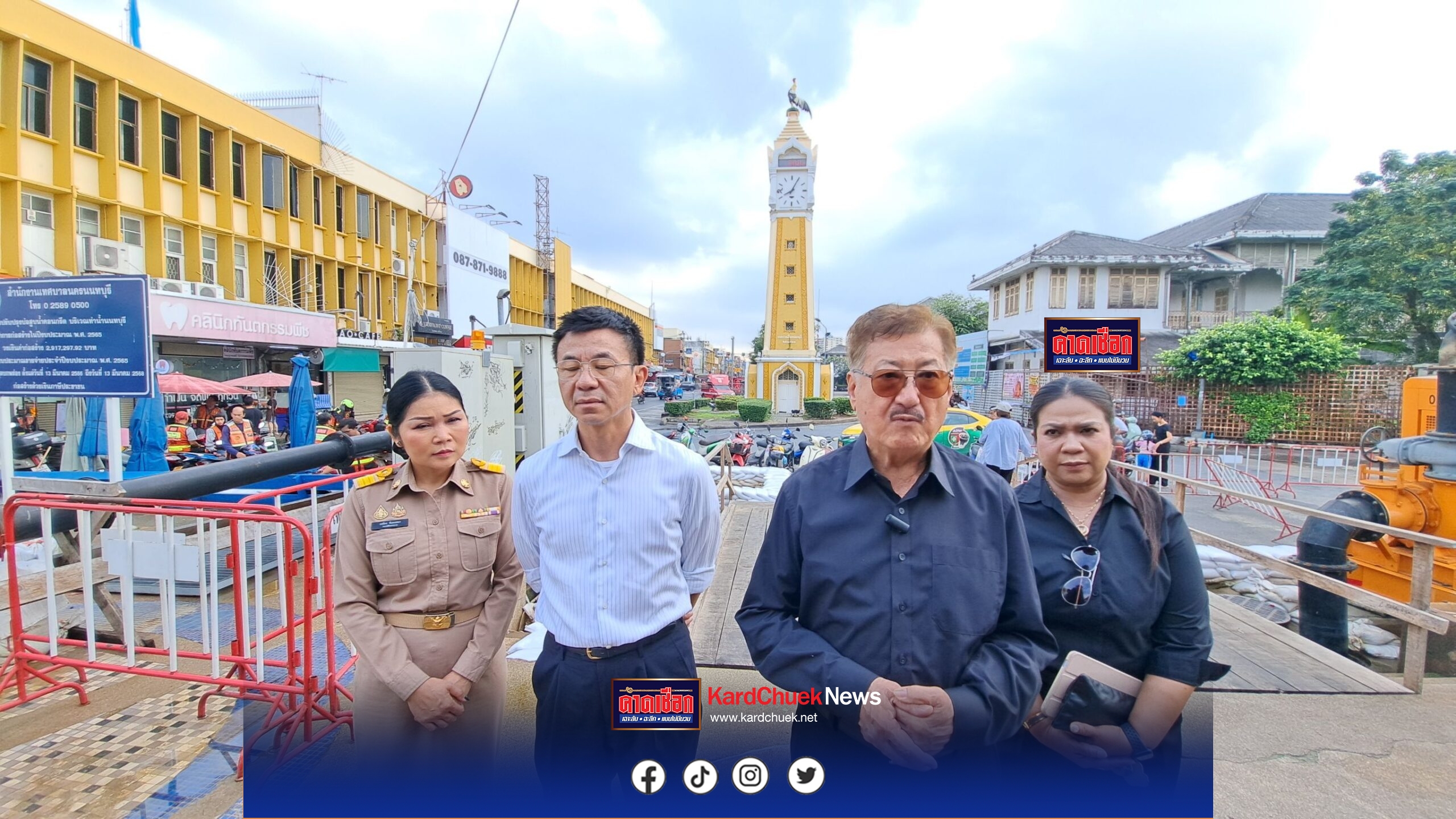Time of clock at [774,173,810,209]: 8:04
